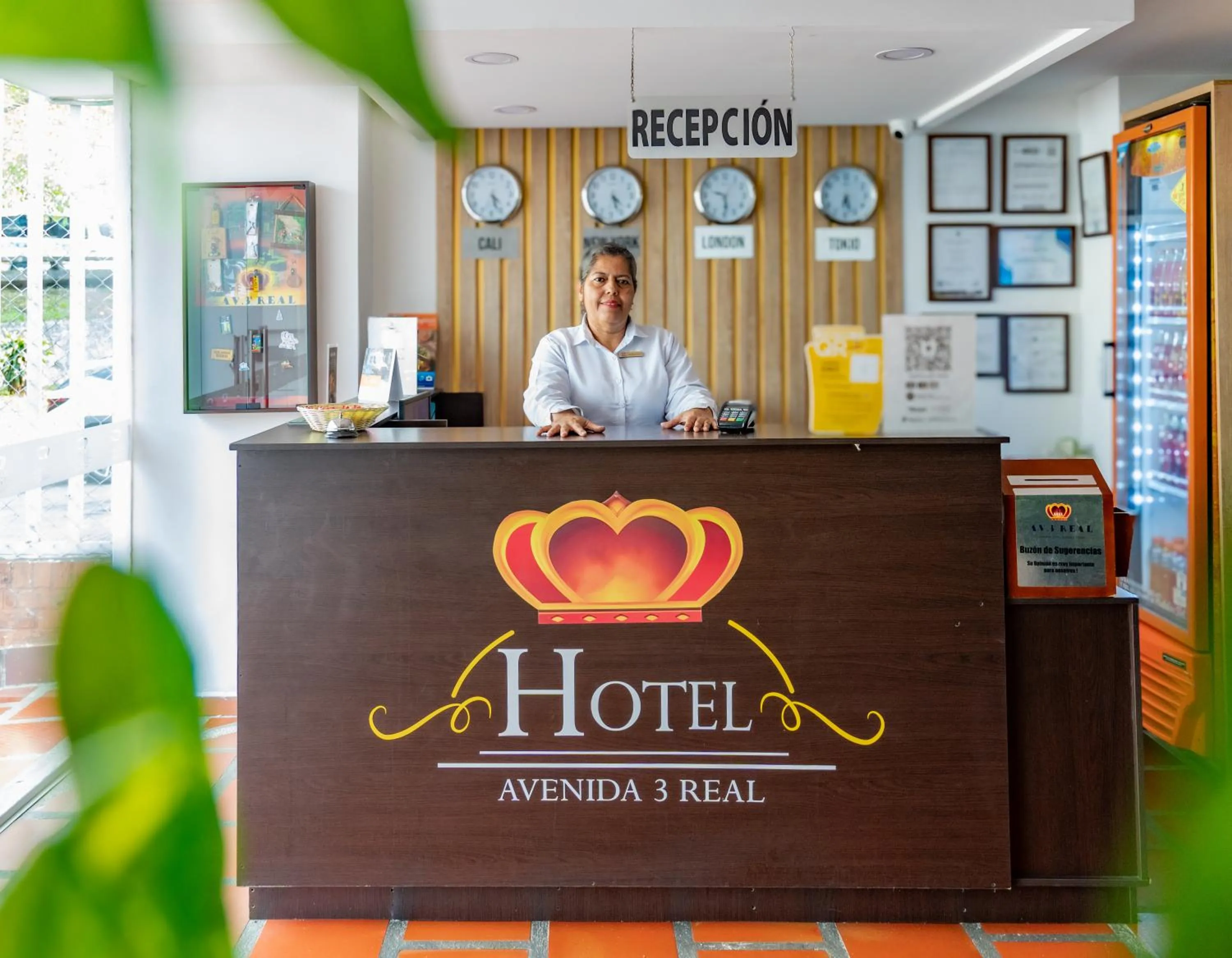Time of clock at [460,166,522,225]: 4:26
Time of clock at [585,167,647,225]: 4:26
